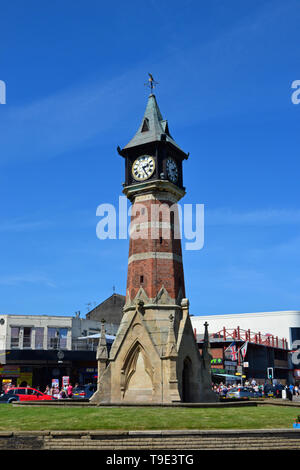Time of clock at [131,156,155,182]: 2:25
